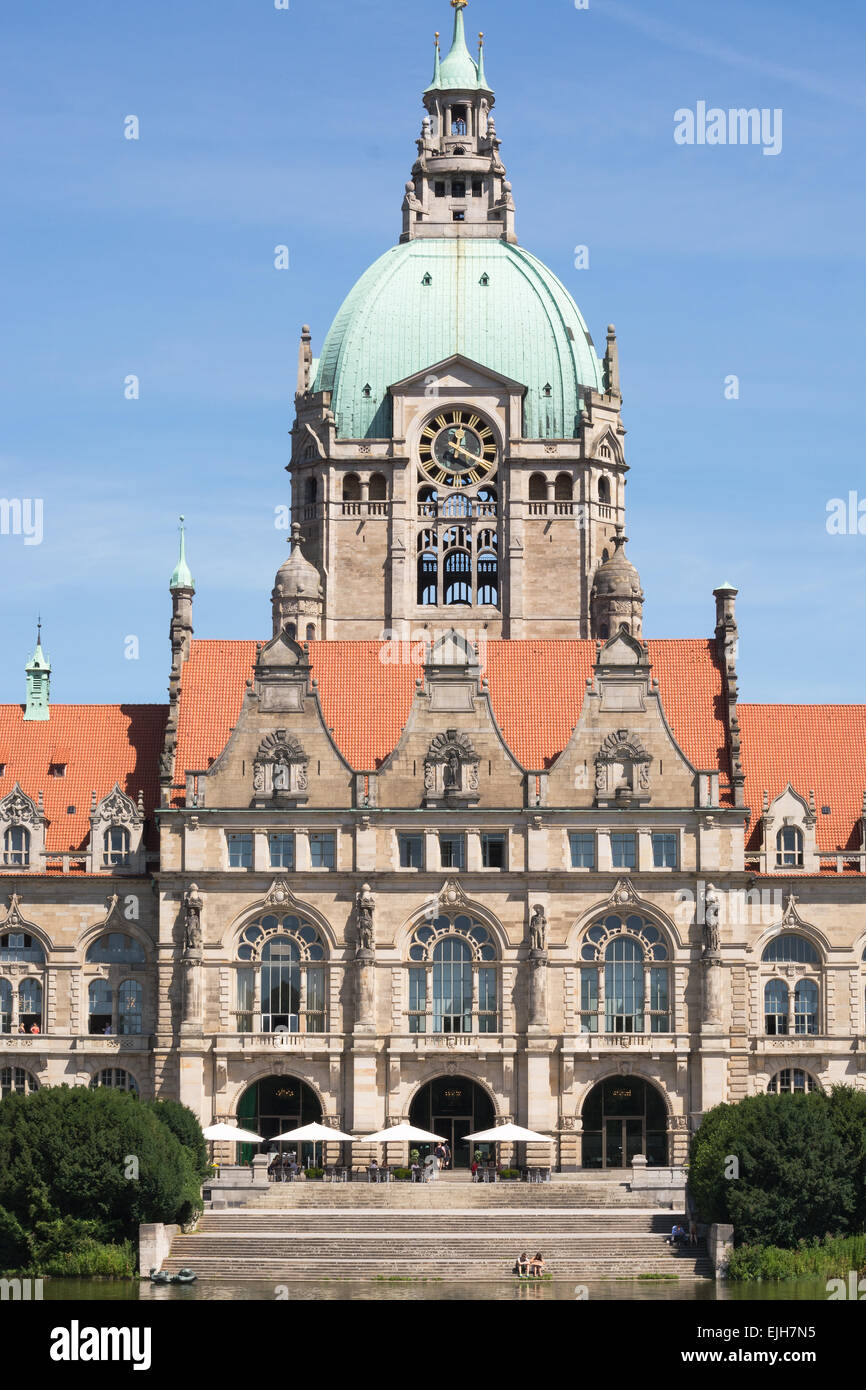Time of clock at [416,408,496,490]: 12:19
